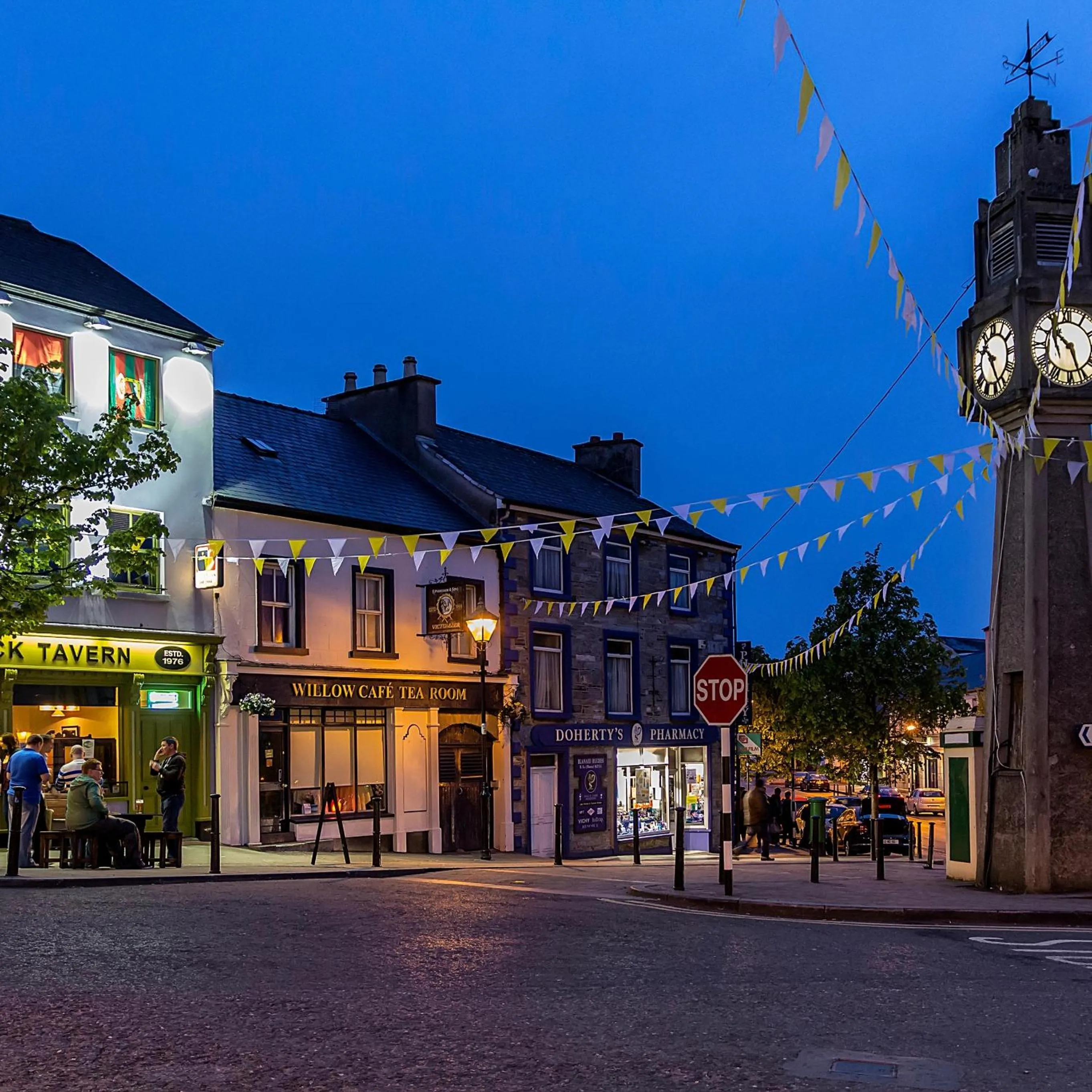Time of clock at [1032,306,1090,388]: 10:26
